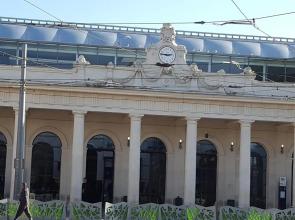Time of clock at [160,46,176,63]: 2:46
